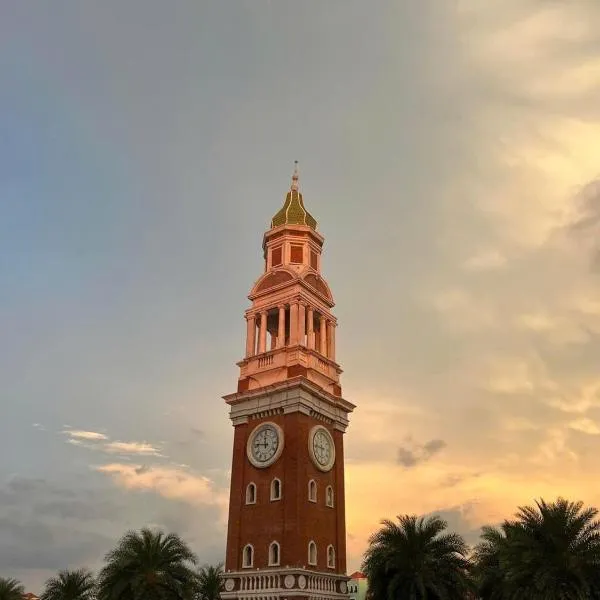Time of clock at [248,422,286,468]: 11:46
